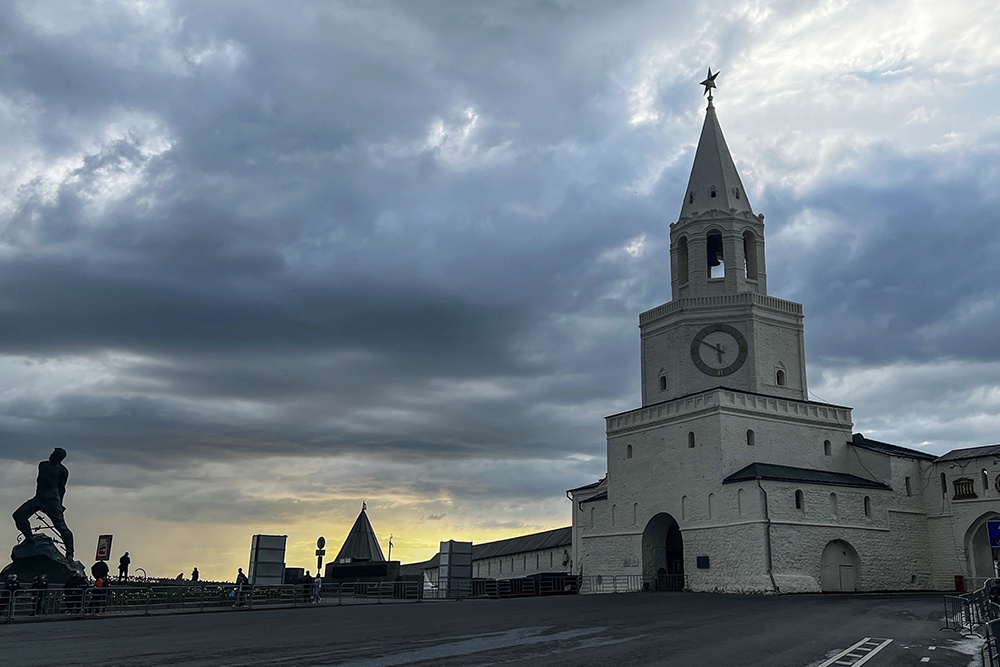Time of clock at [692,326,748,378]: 5:50
